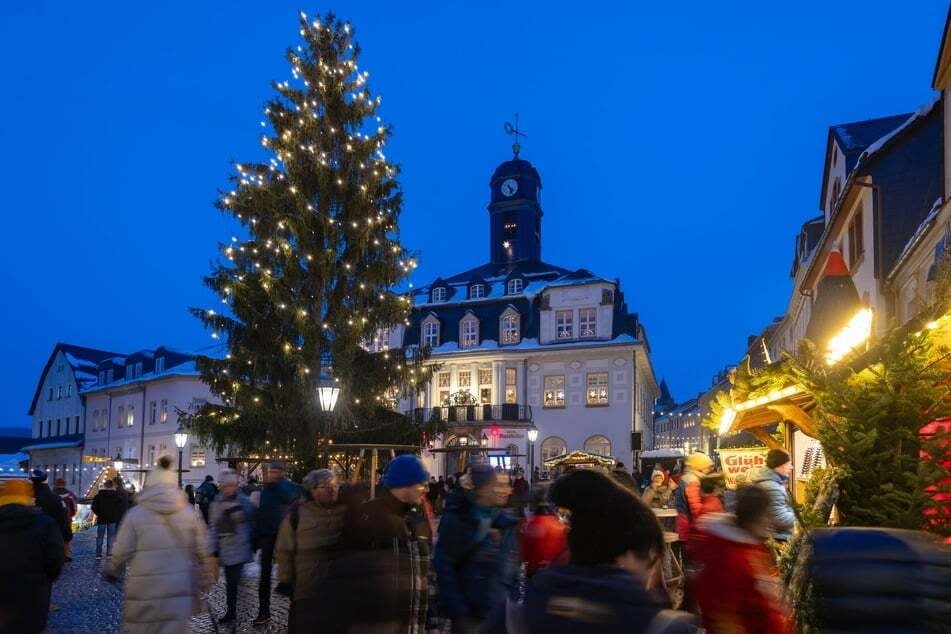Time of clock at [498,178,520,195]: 4:26
